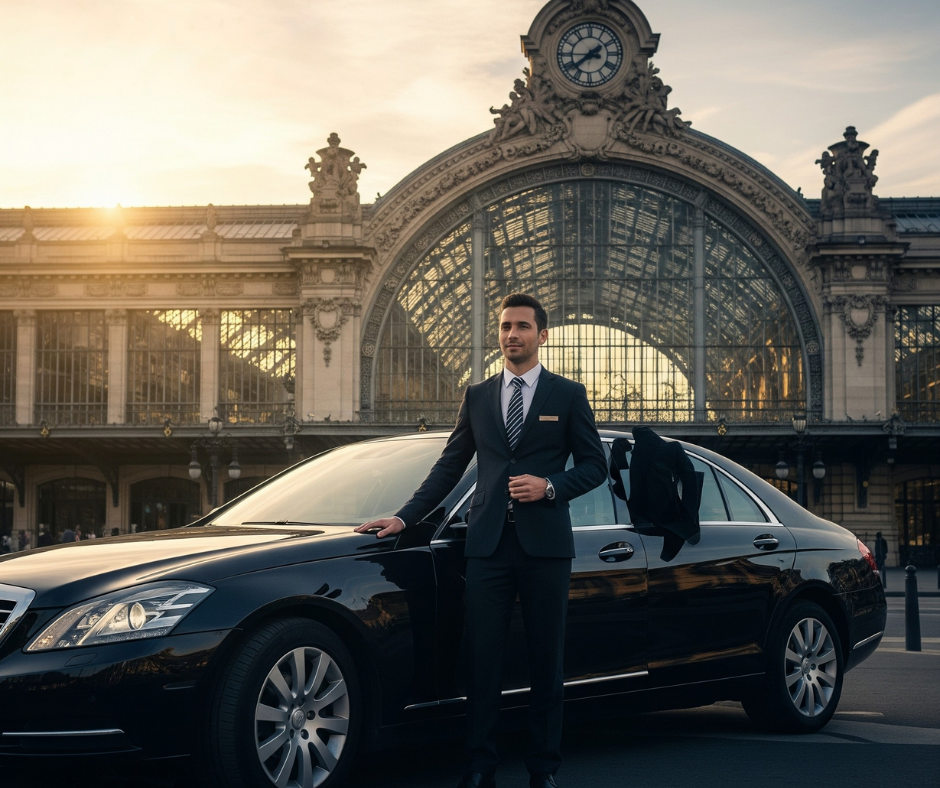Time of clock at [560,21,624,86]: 7:45
